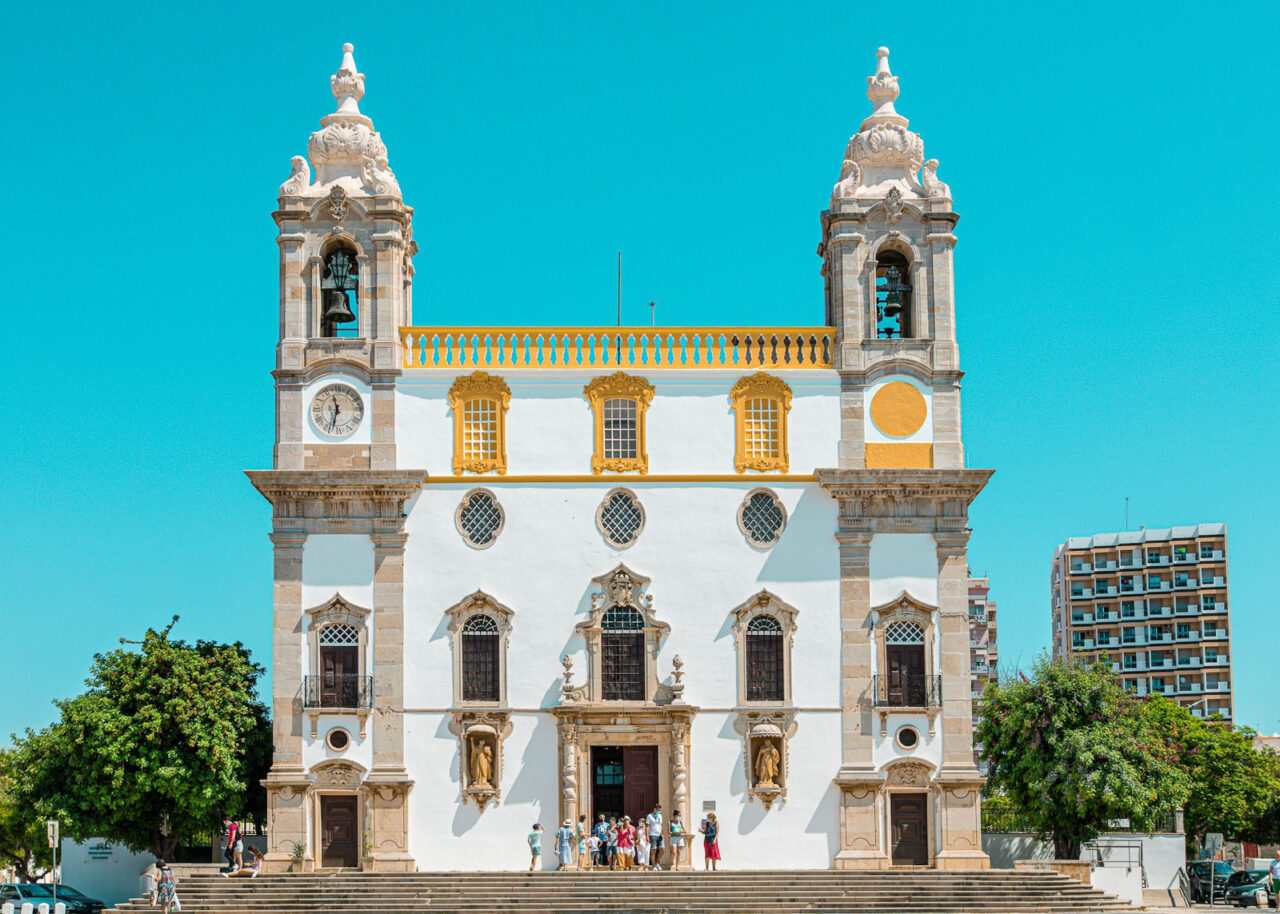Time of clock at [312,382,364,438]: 11:32
